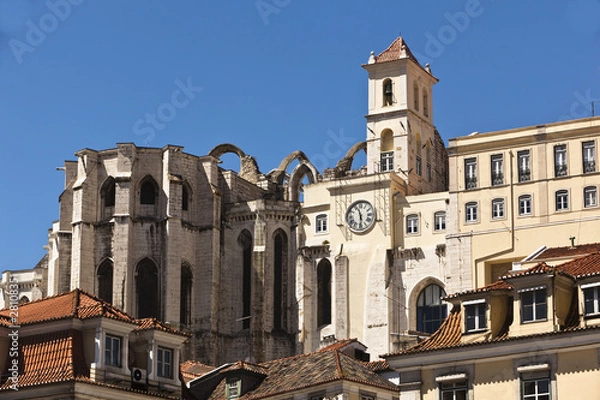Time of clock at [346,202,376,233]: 11:29
